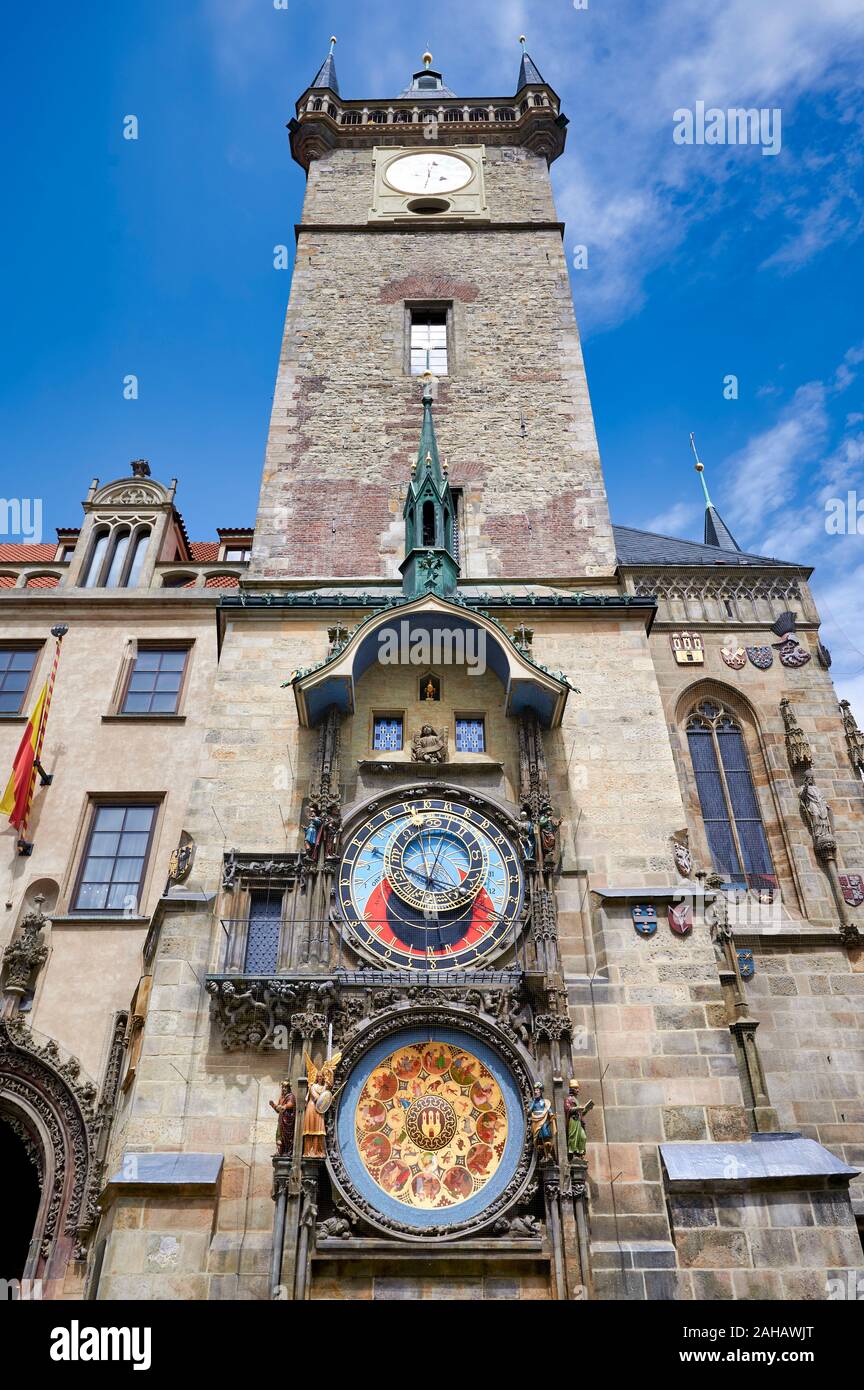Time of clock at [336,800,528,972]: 12:03
